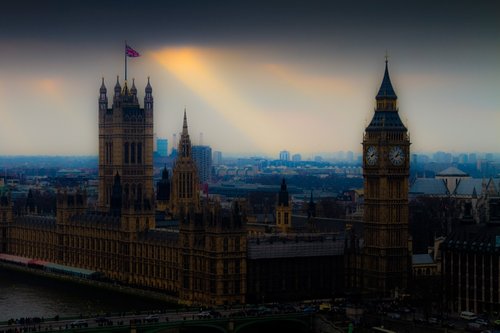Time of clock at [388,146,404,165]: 1:11
